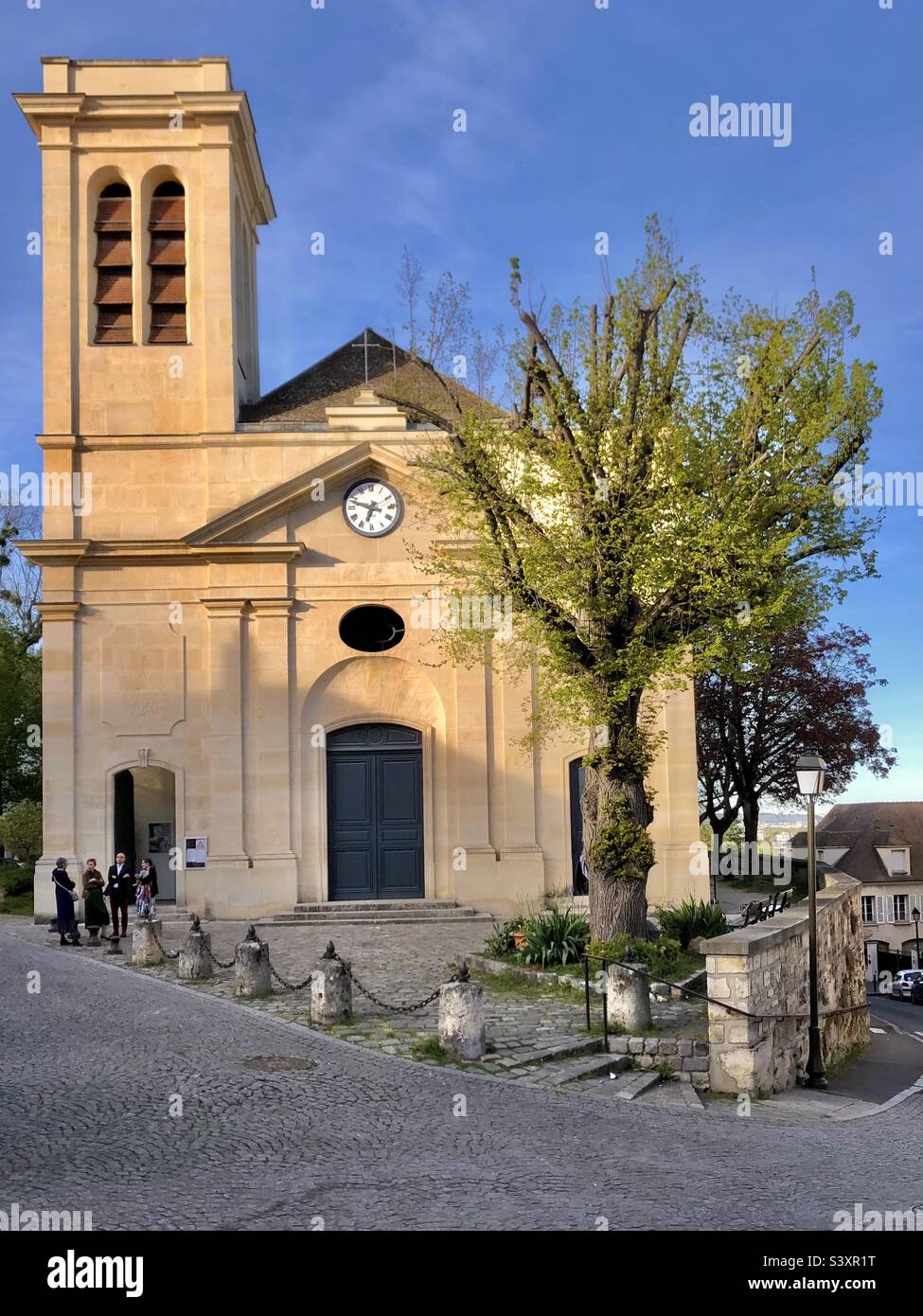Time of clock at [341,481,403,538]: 6:47
